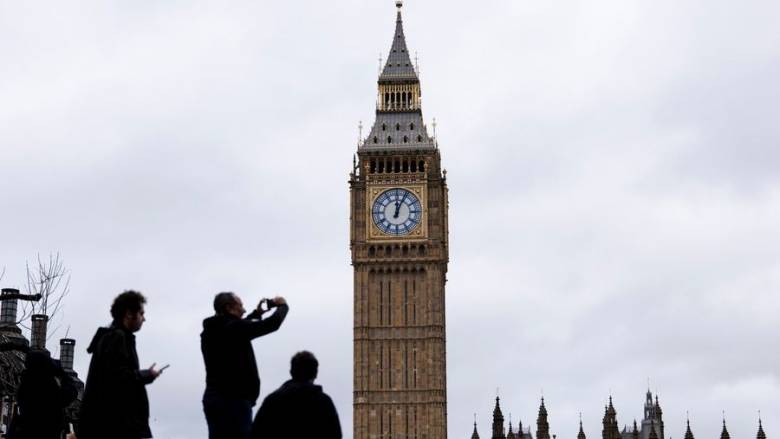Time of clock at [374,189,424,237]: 12:04
